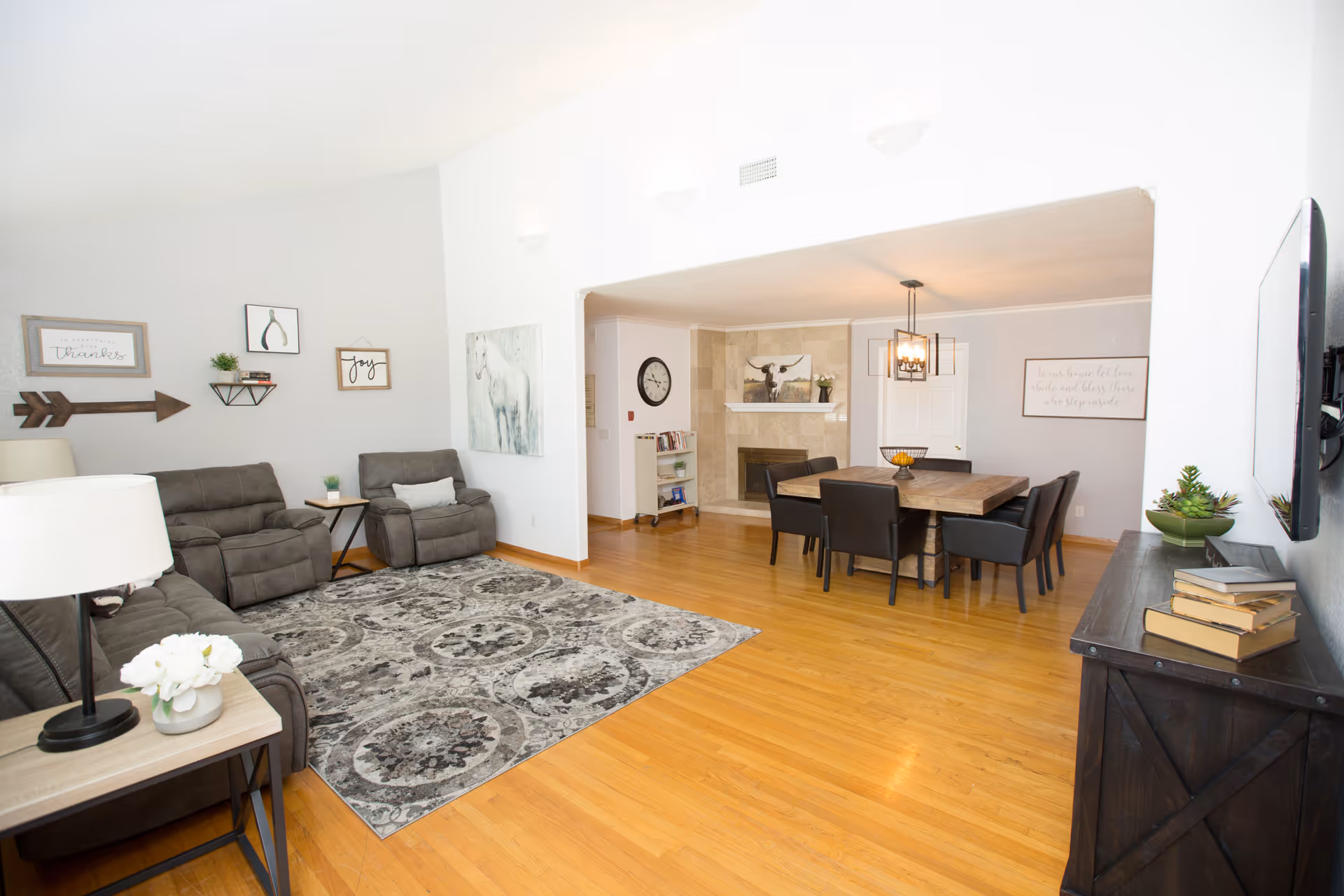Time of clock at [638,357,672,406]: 10:46
